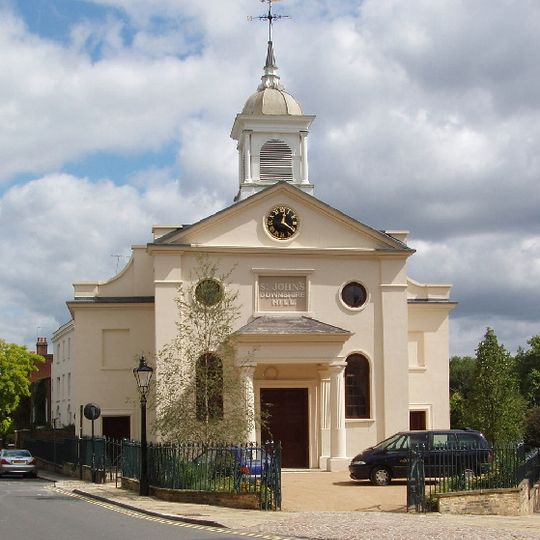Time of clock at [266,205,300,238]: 12:20
